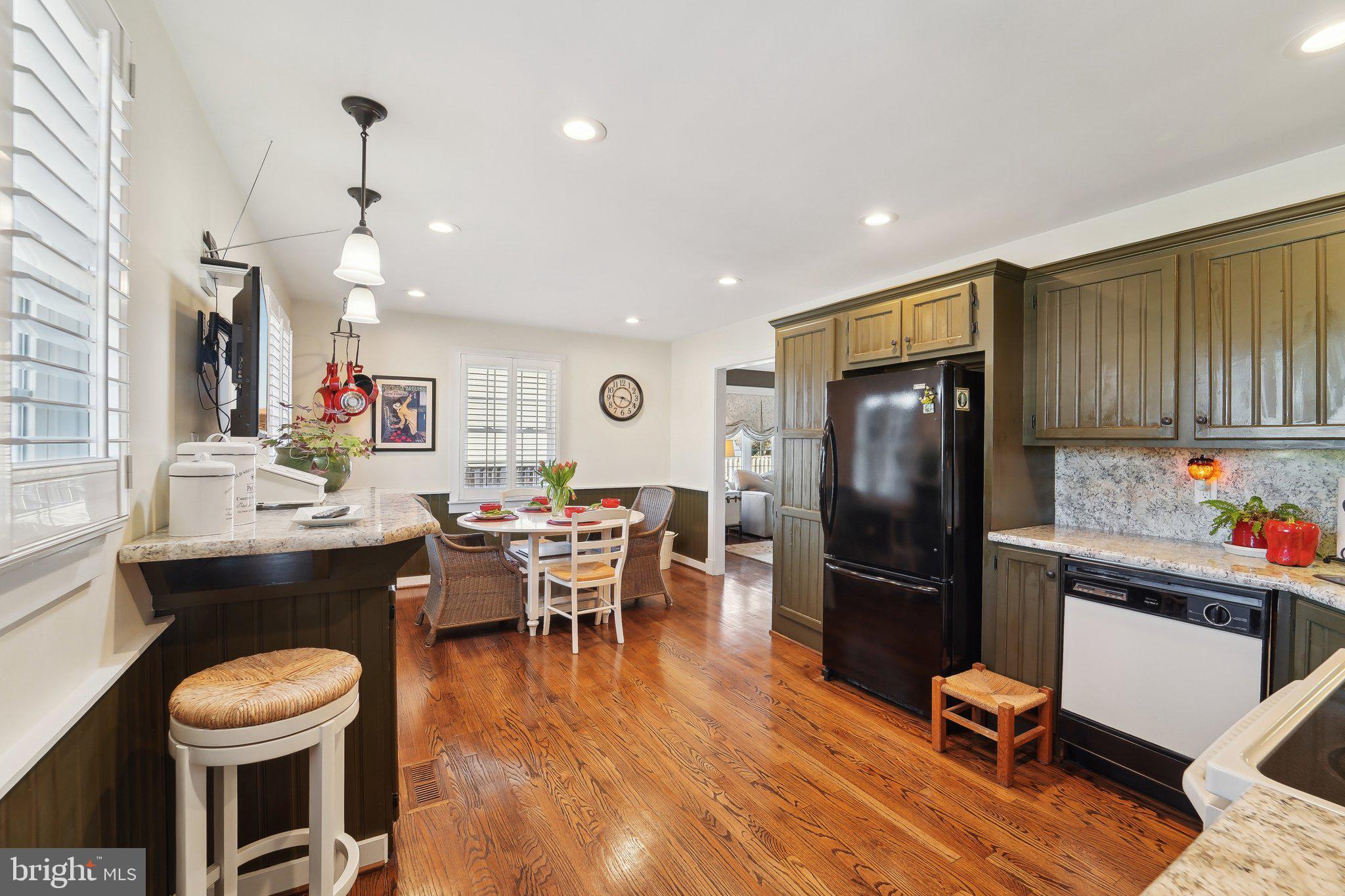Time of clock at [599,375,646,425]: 3:46
